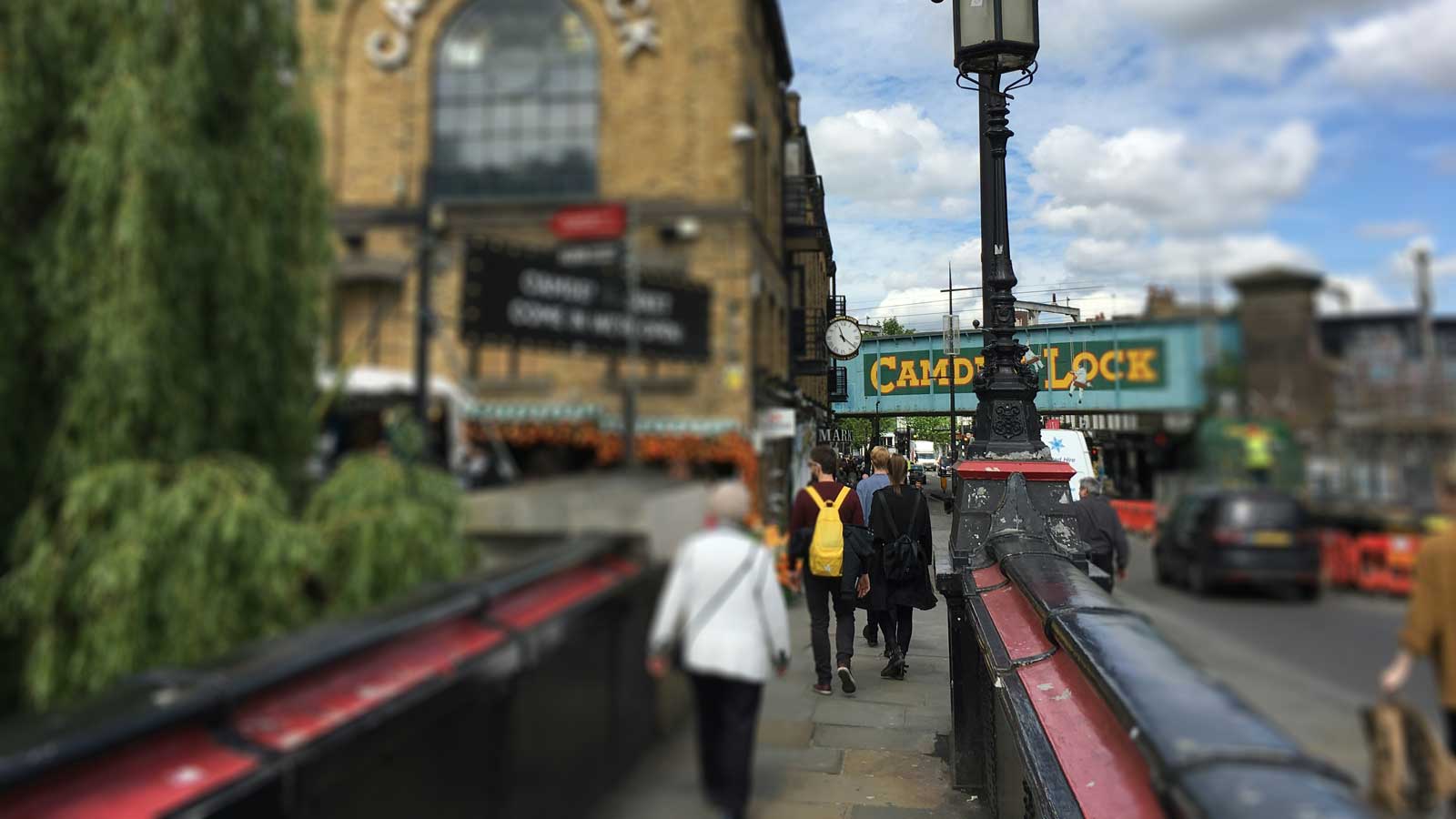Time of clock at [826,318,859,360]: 11:21
